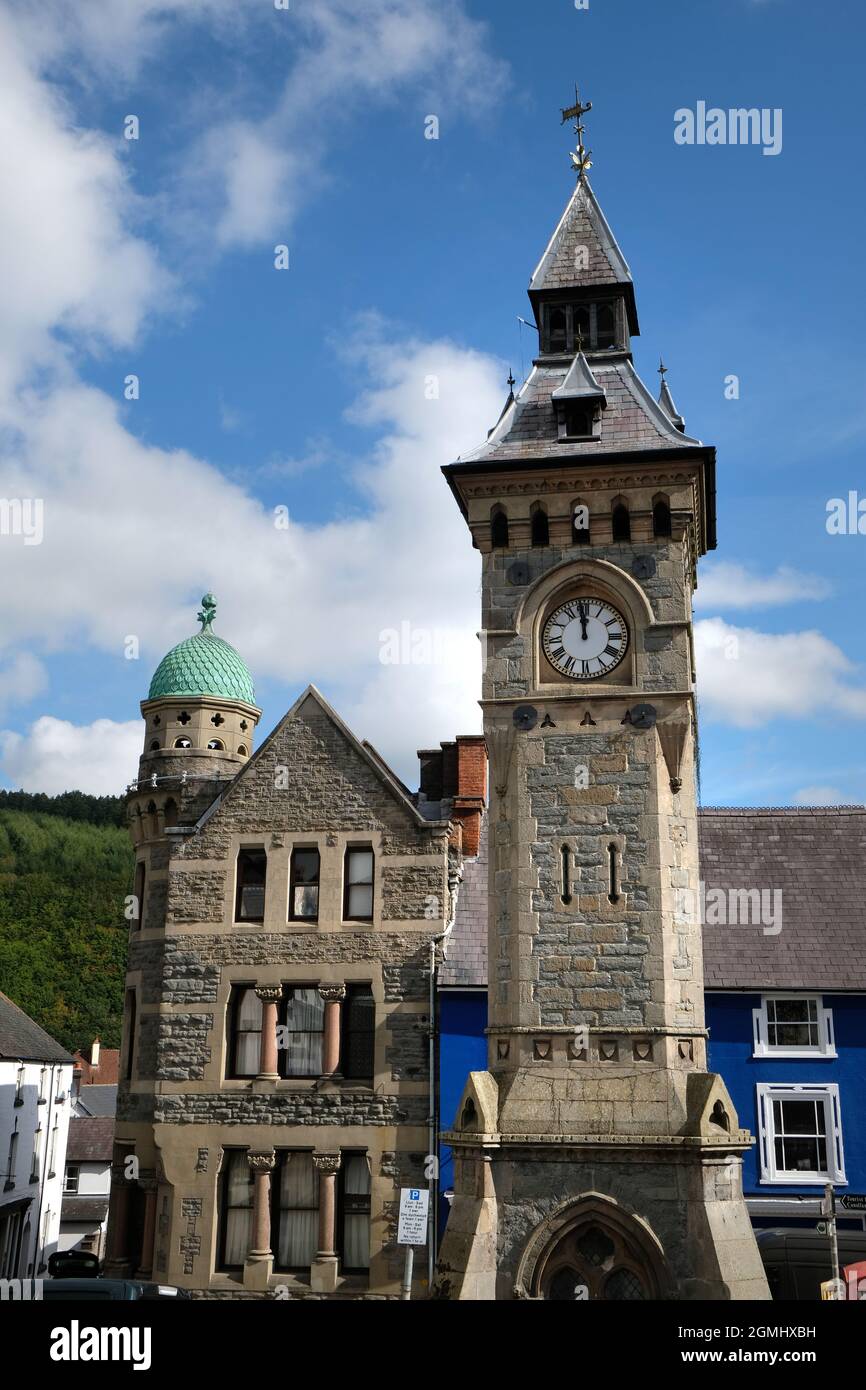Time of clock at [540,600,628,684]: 11:58
